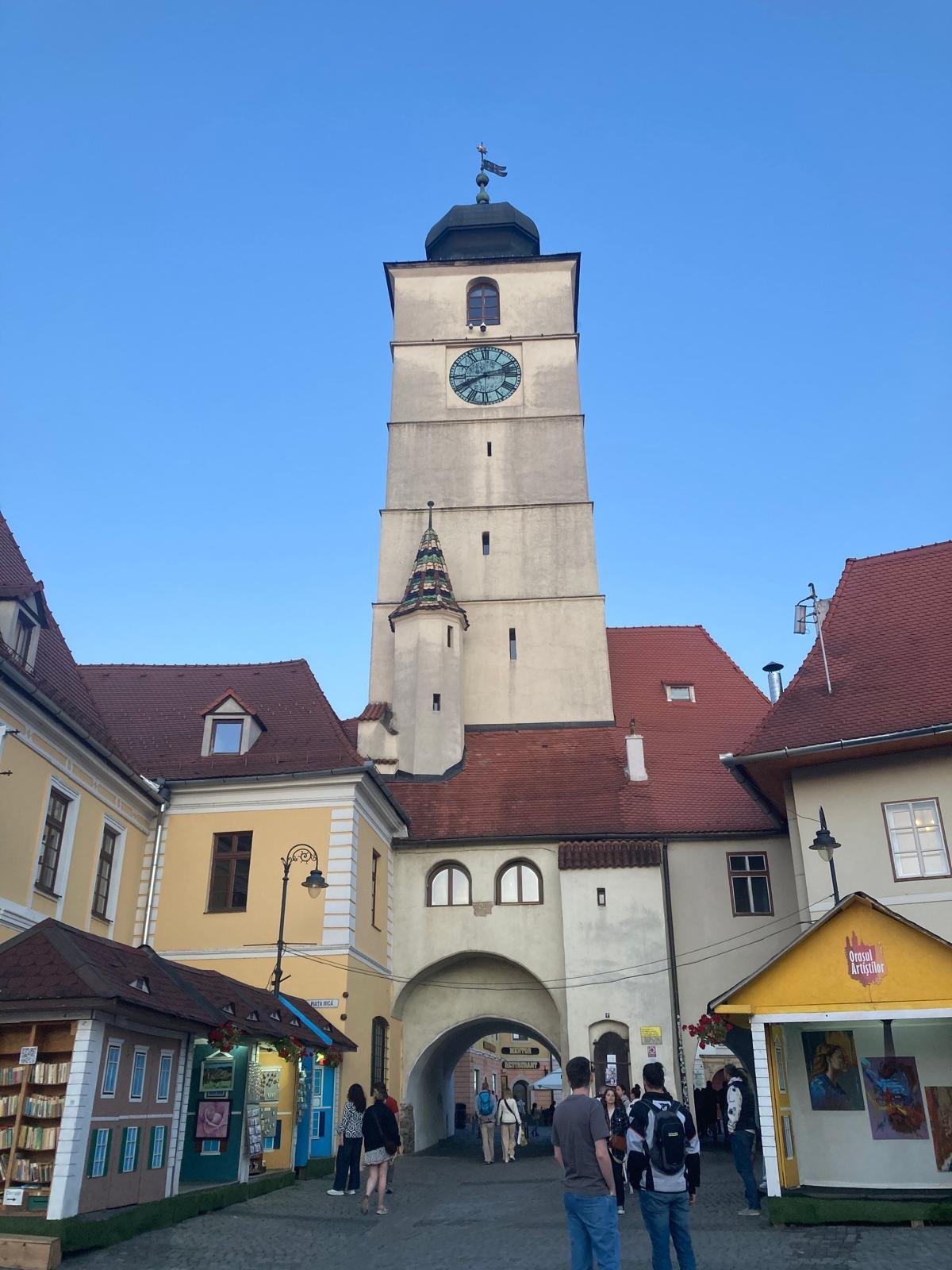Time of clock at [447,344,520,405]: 8:12
